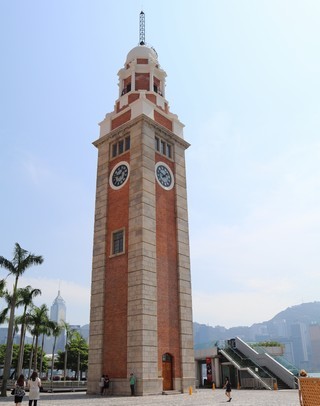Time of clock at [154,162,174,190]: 1:47
